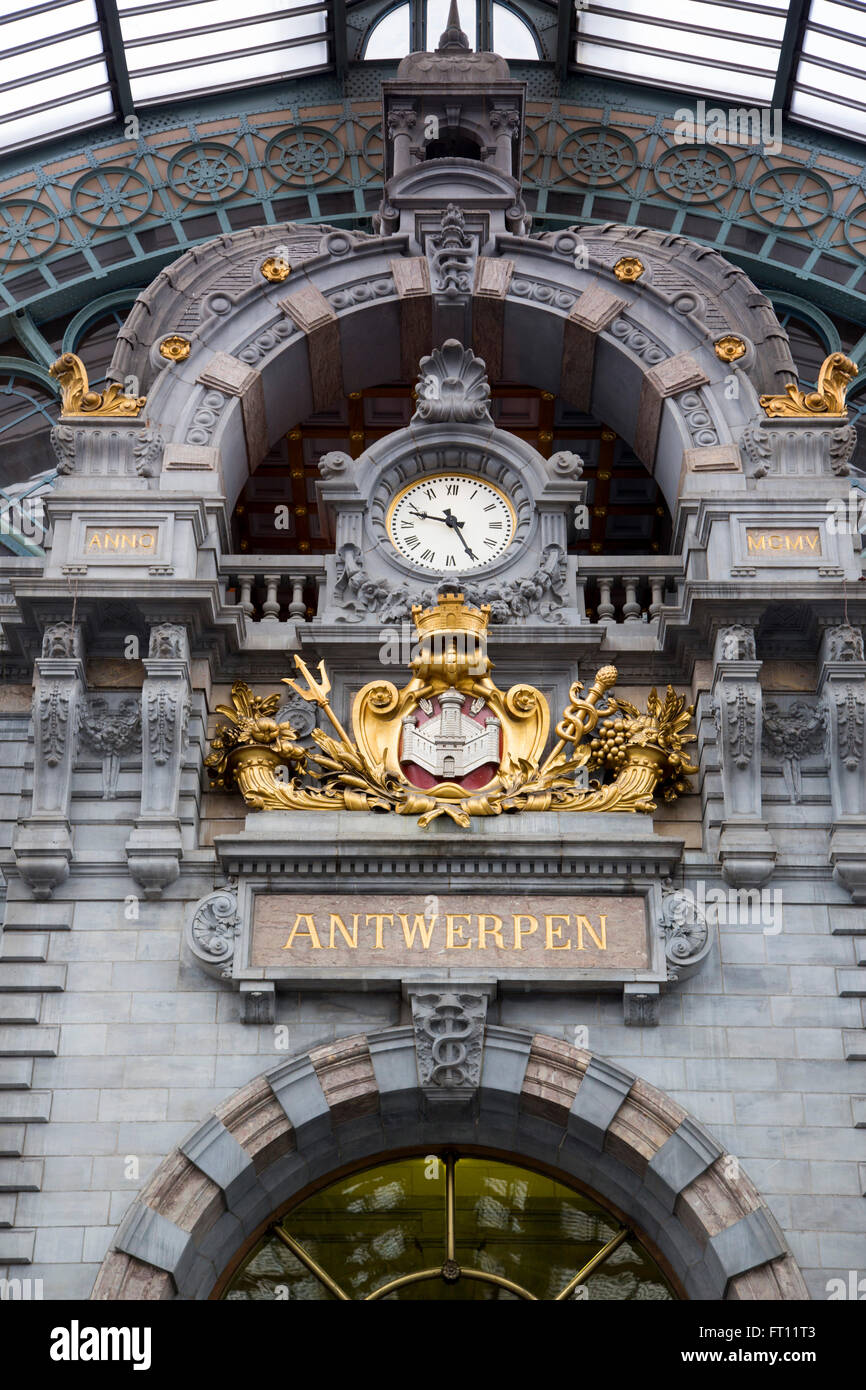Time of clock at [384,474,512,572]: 9:25
